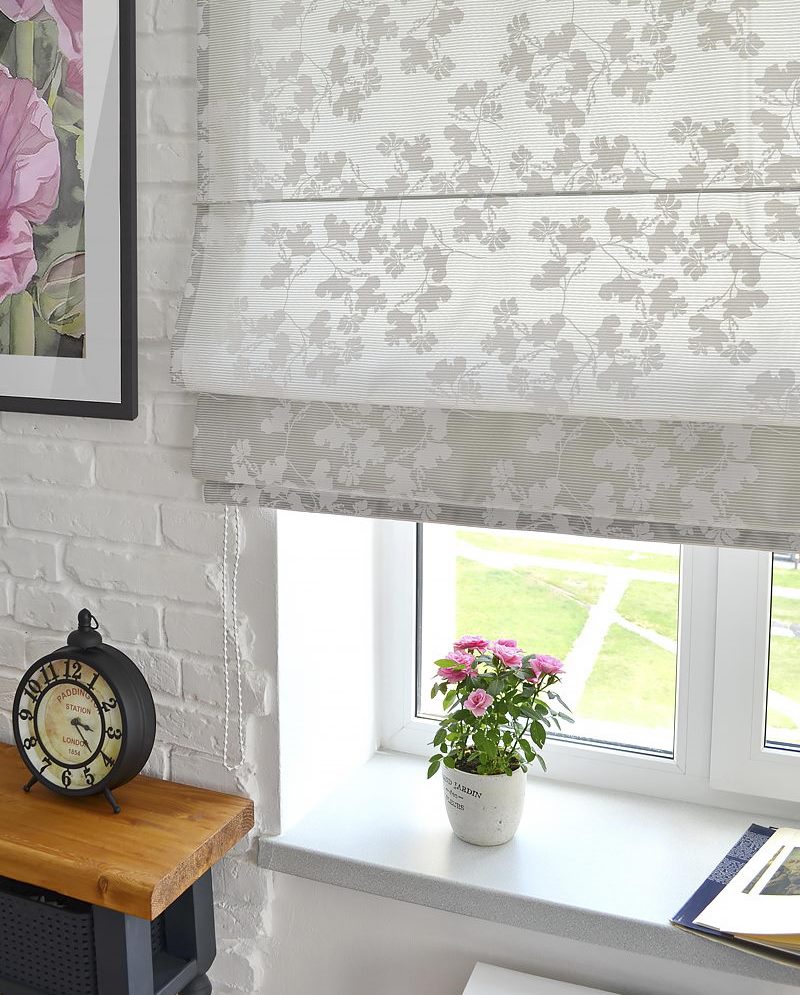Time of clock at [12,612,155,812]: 3:22
